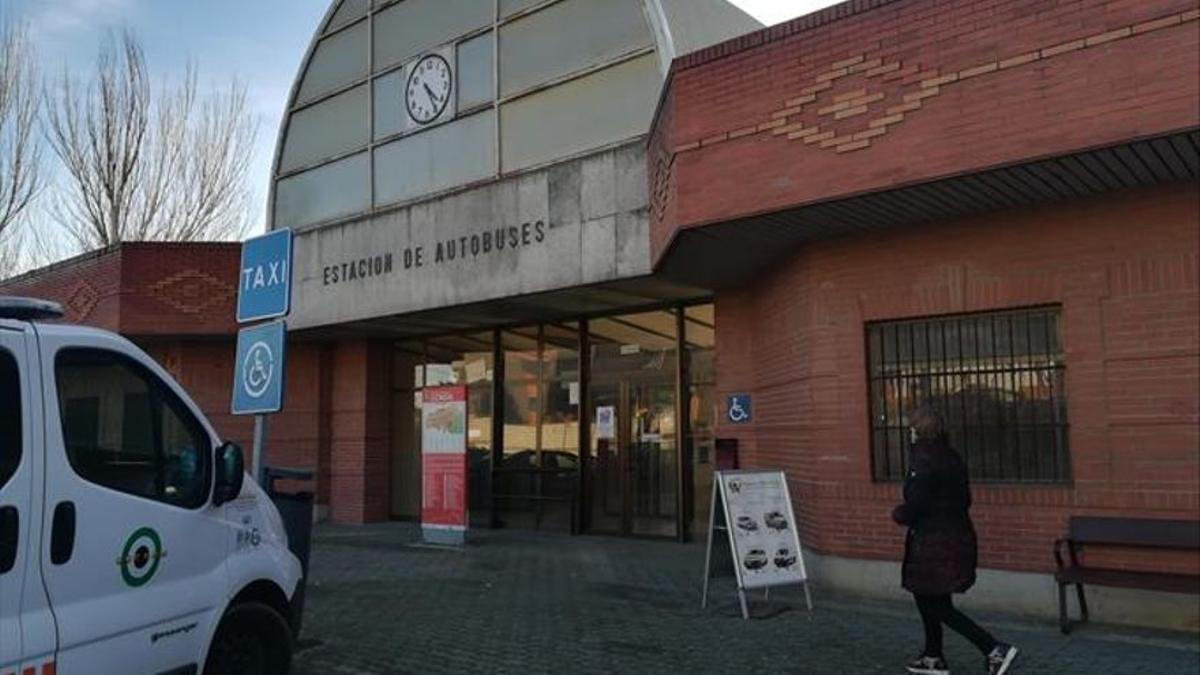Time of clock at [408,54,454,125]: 4:24
